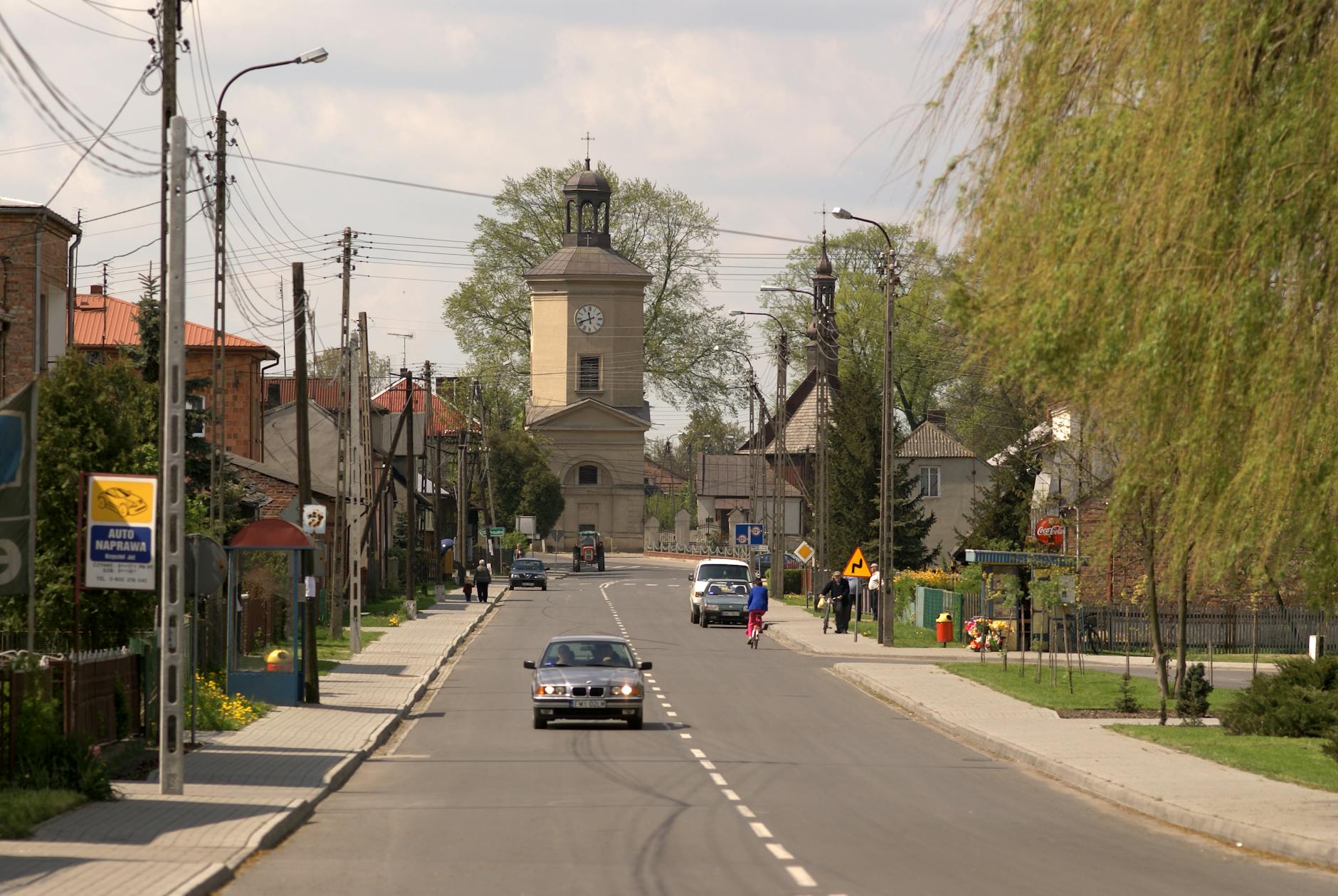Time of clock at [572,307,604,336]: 11:41
